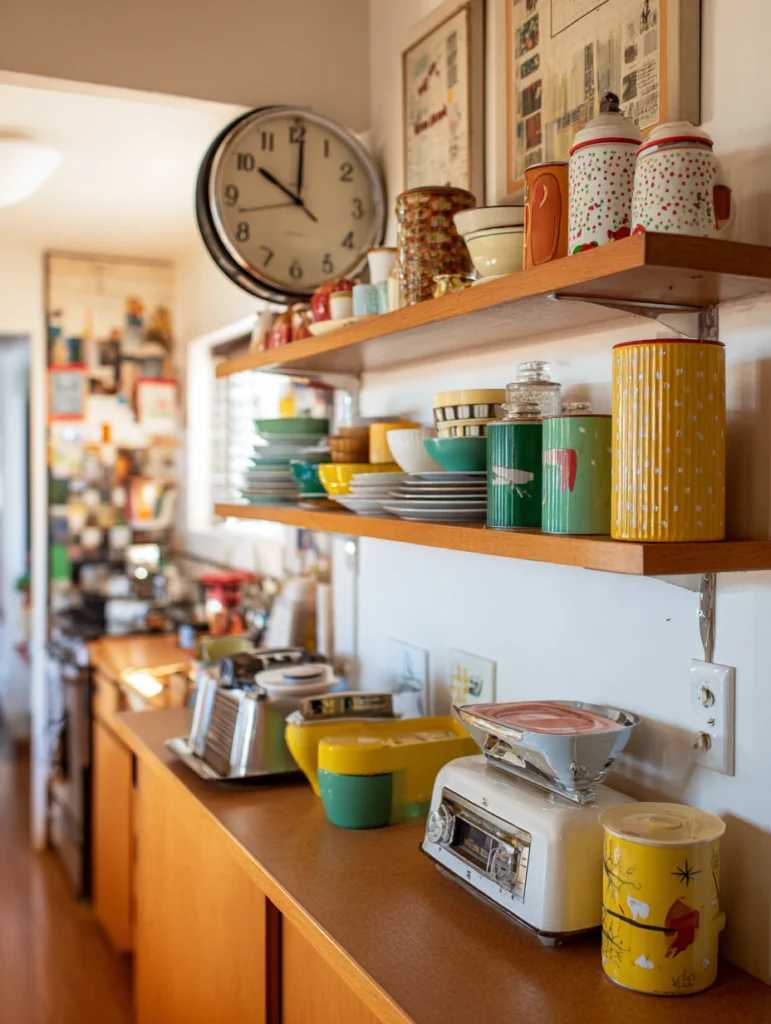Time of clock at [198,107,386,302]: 10:00
